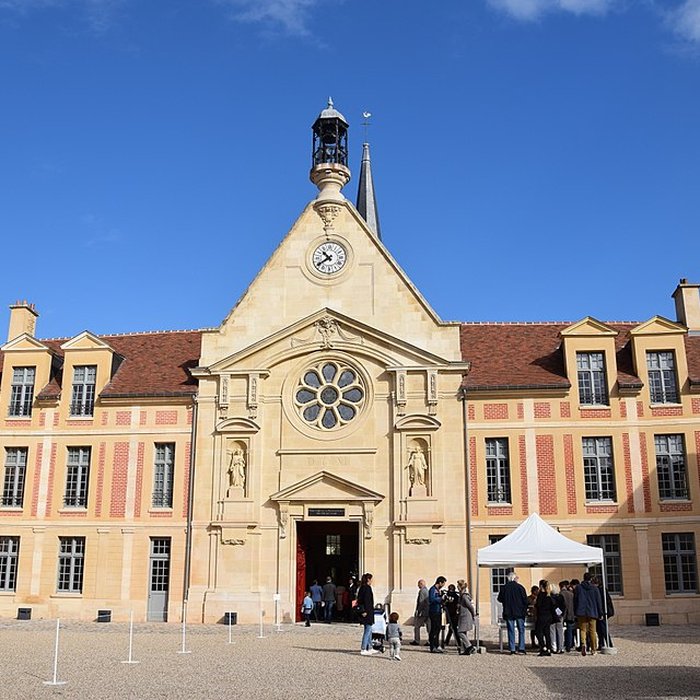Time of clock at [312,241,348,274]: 10:39
